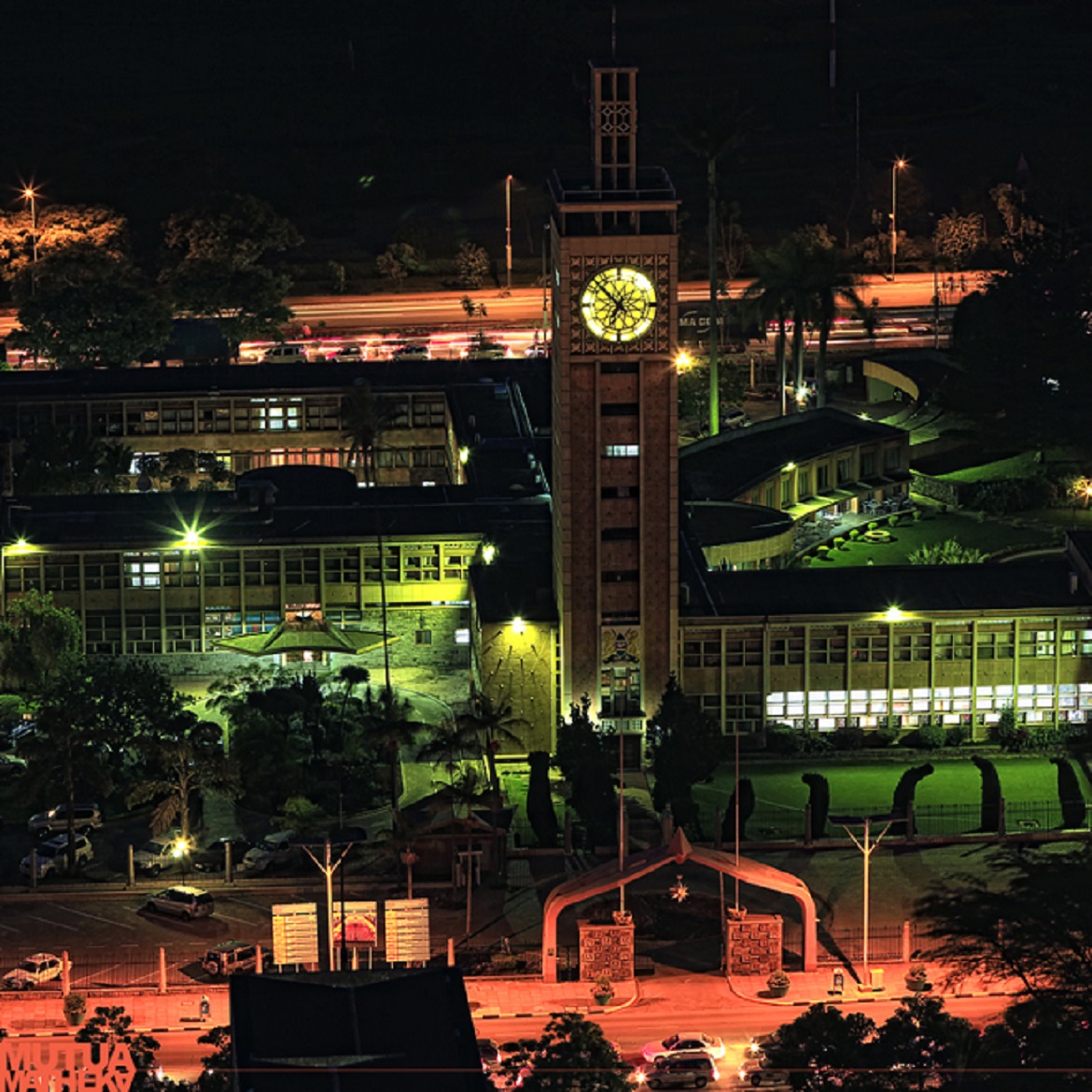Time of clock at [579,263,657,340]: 6:52
